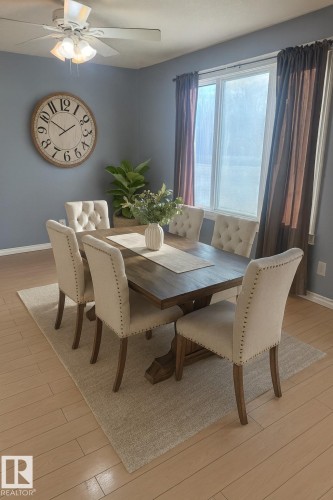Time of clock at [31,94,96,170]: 1:50
